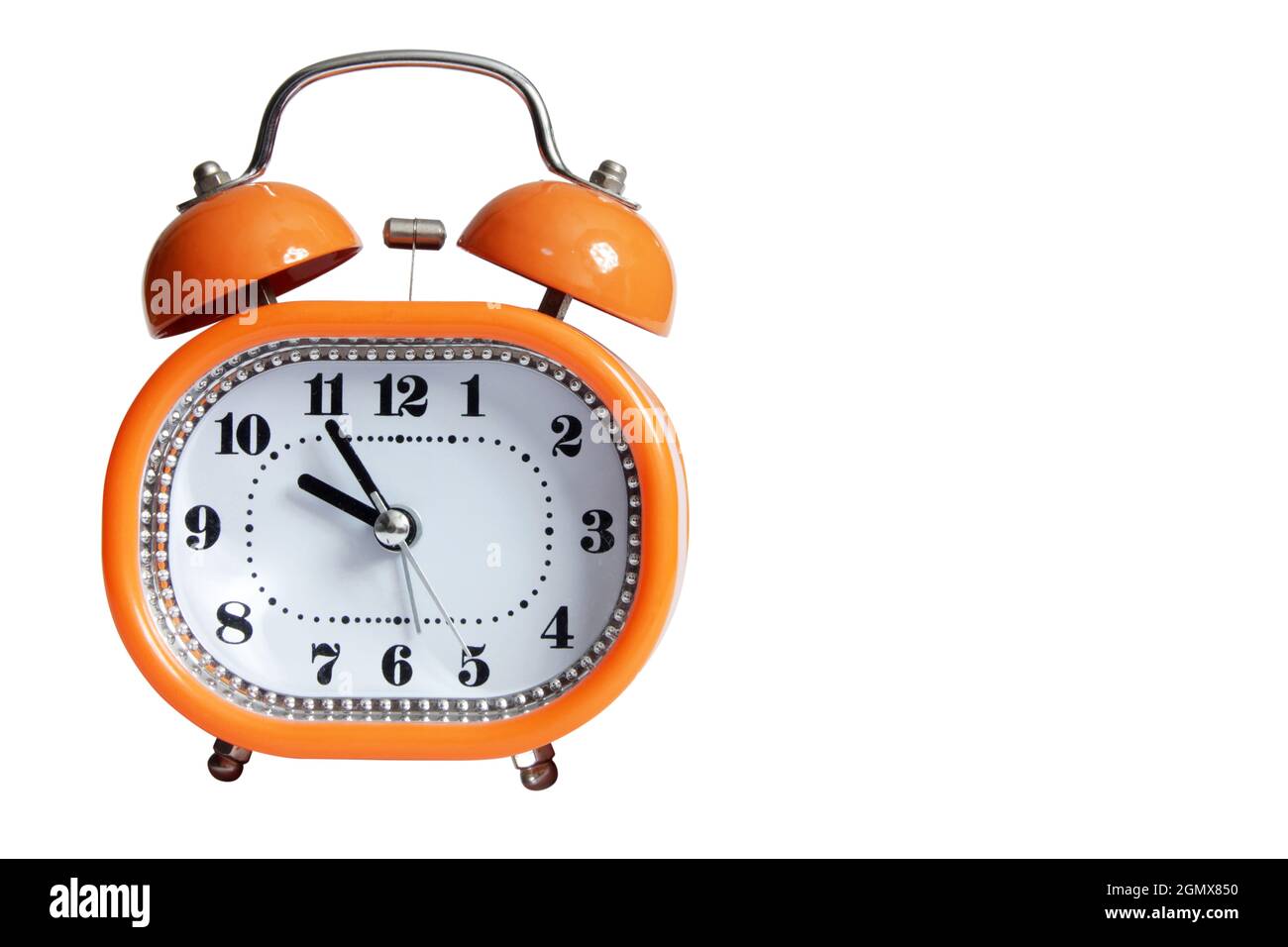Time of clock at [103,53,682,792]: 9:54
